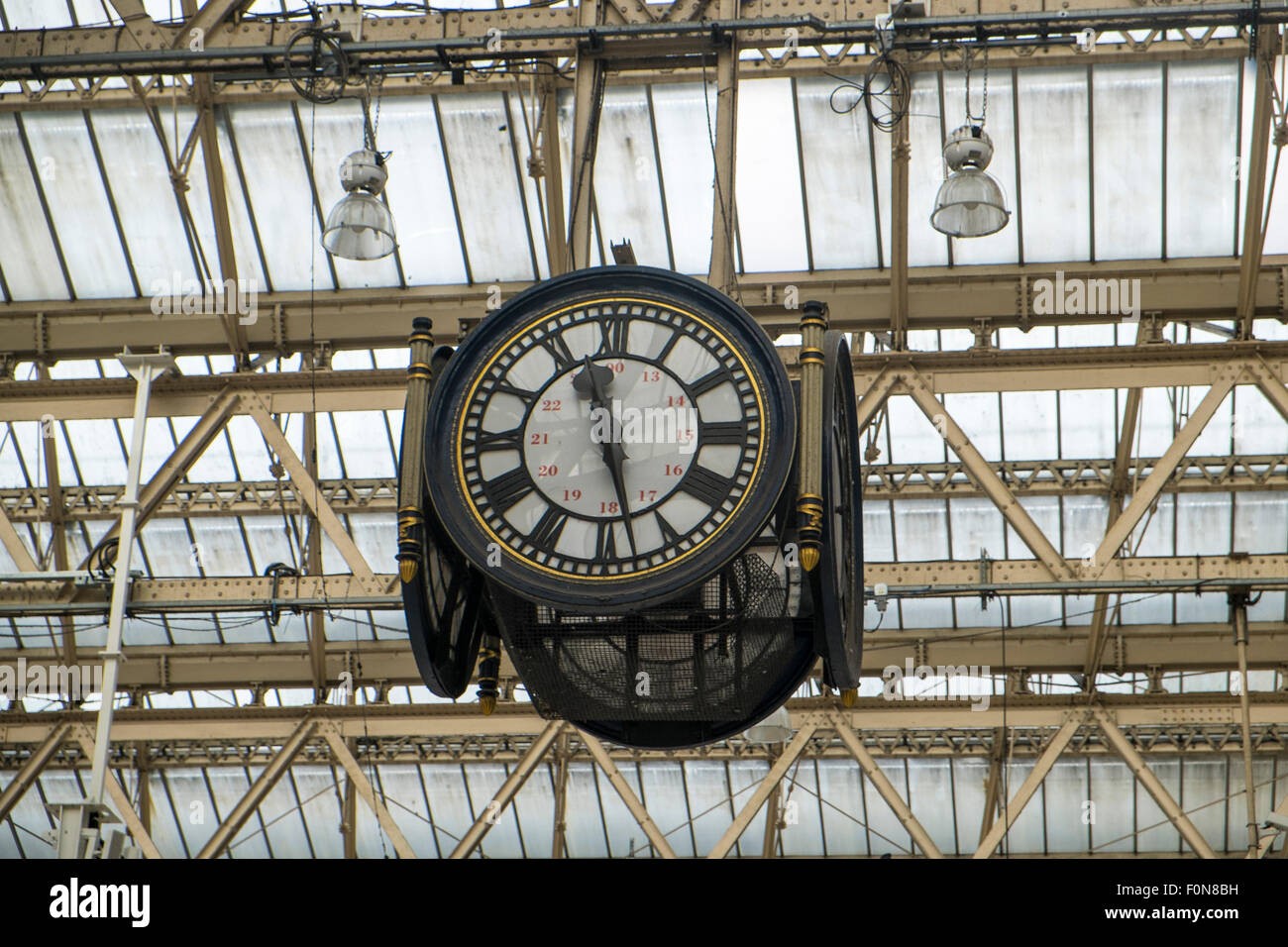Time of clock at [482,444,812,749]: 5:27
